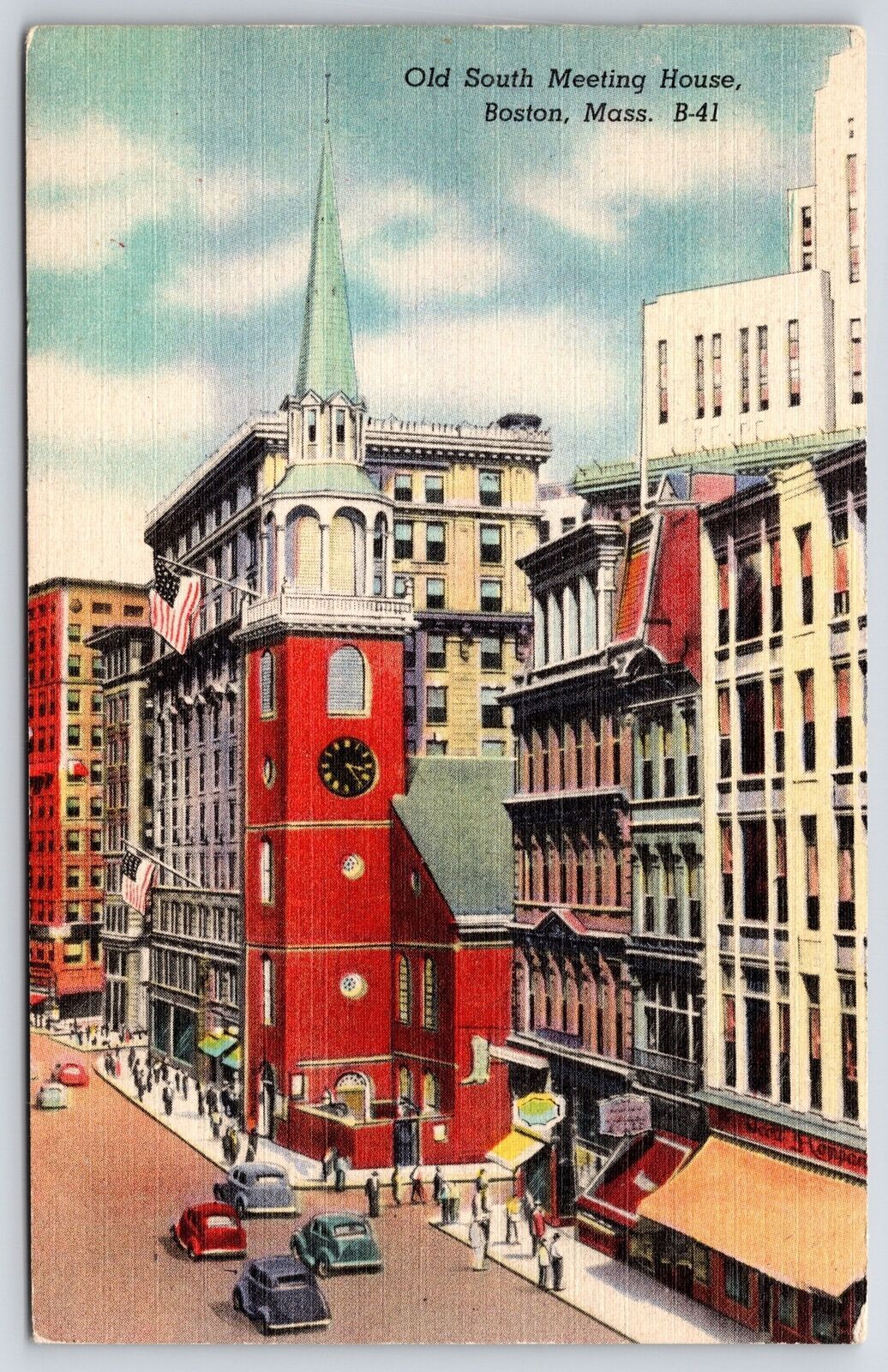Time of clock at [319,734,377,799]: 3:23
